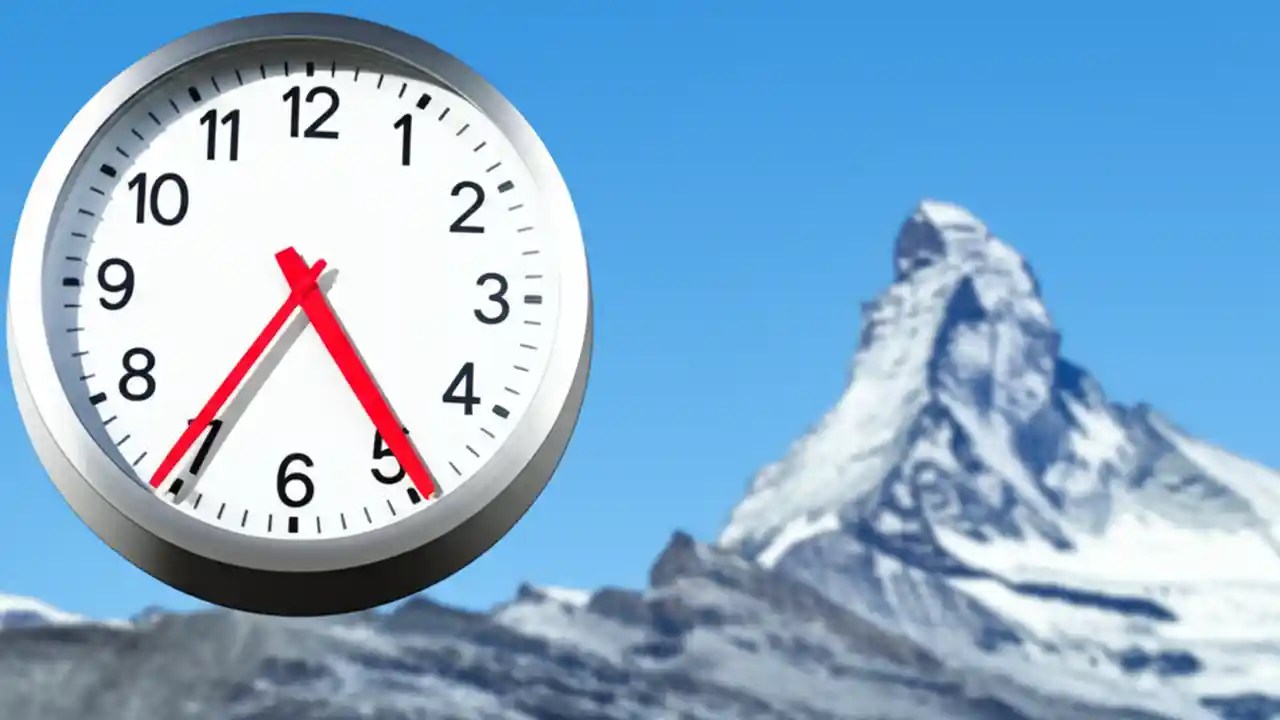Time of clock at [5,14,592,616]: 4:35
